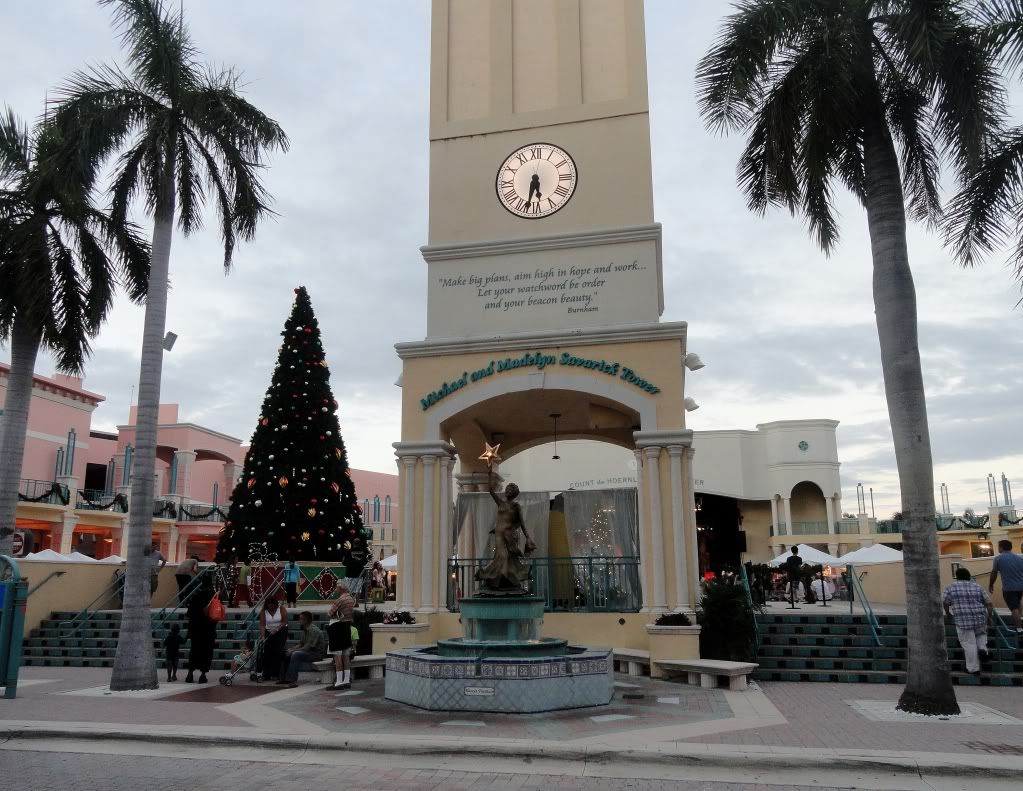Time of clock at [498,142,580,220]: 5:32
